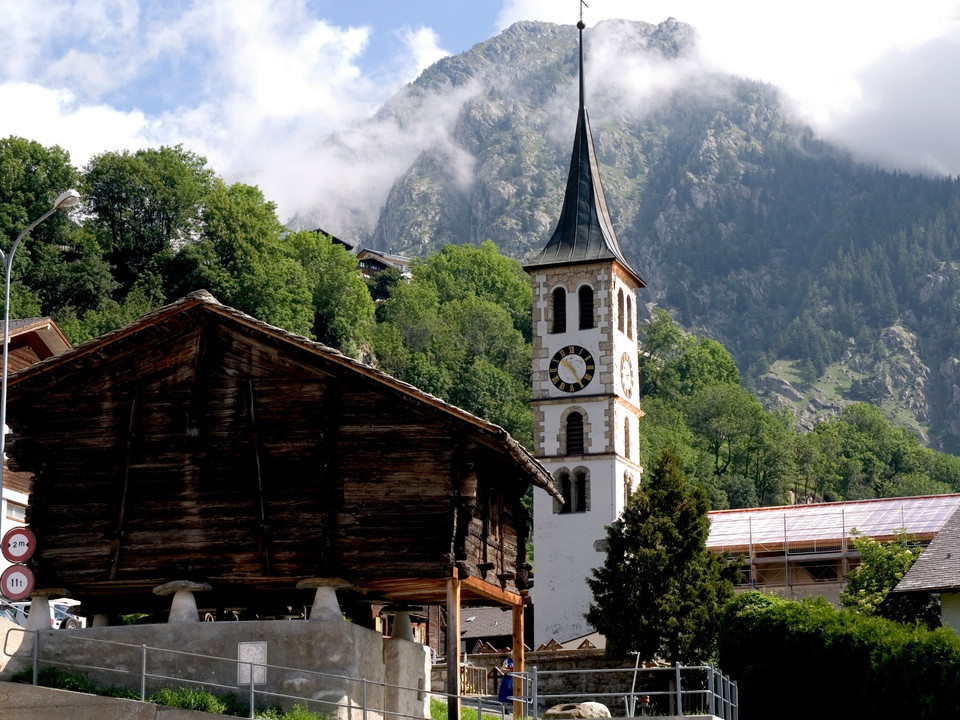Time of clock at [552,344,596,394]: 10:25
